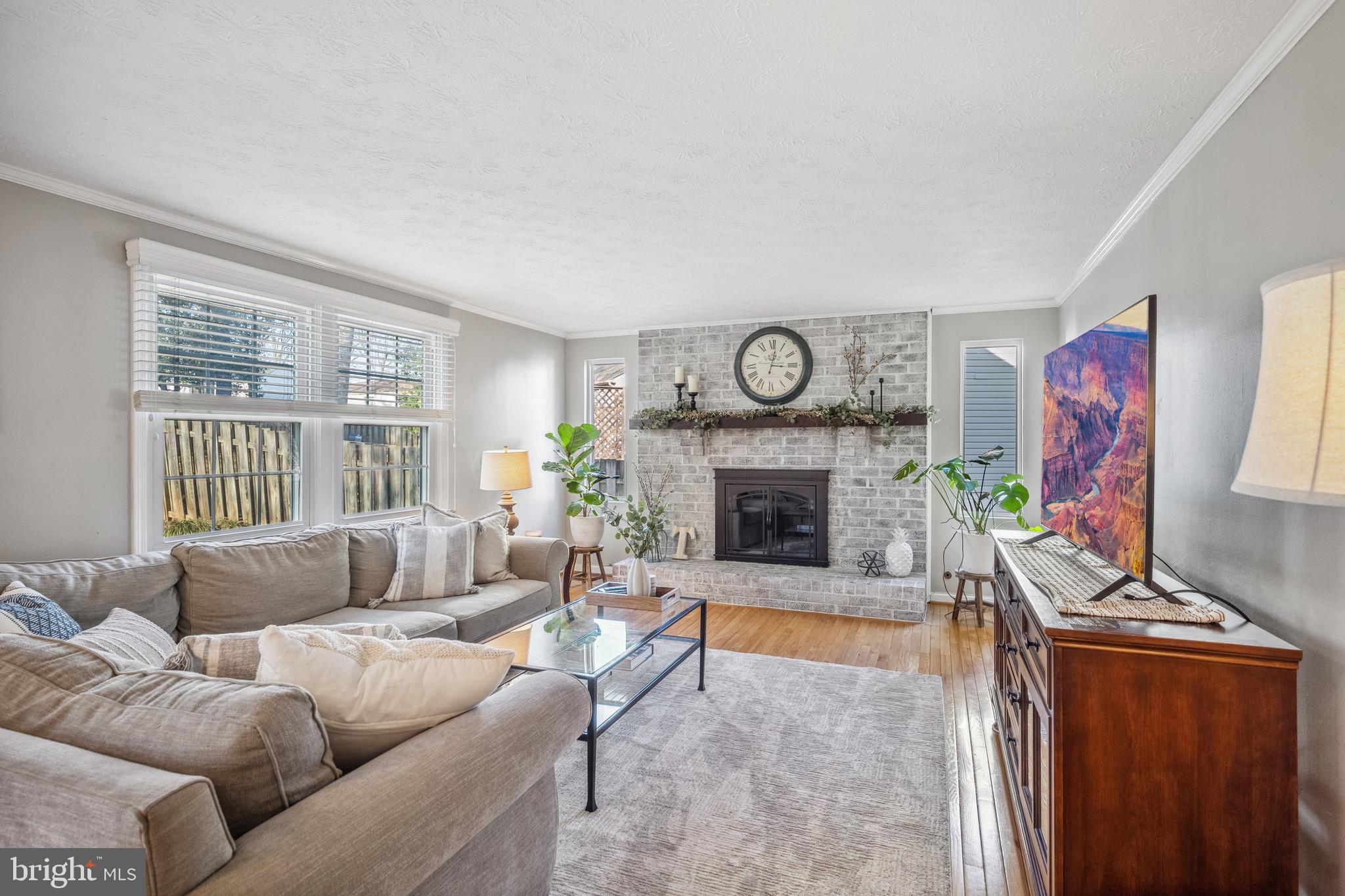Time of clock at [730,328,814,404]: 3:01
